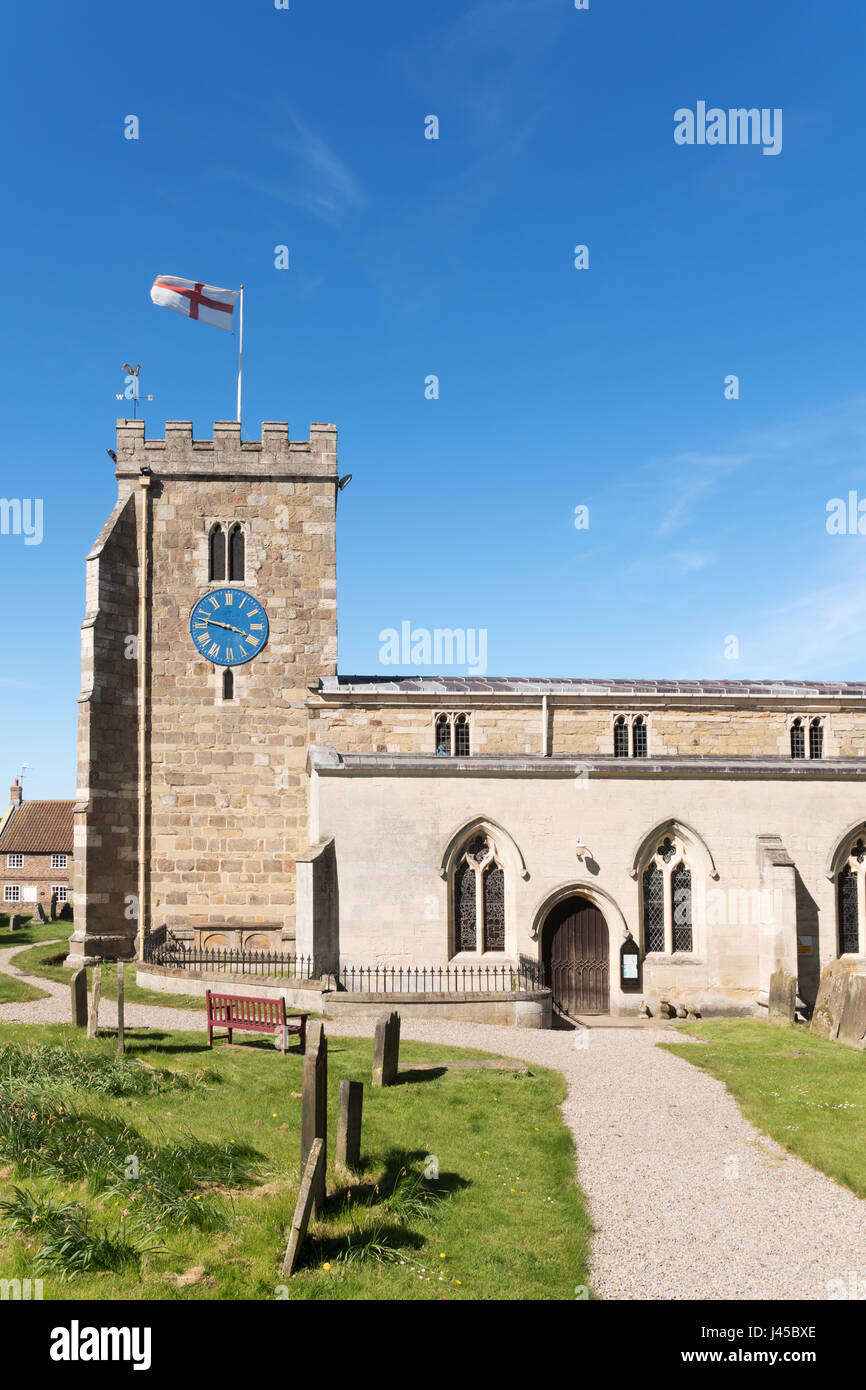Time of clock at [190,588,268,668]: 3:47
